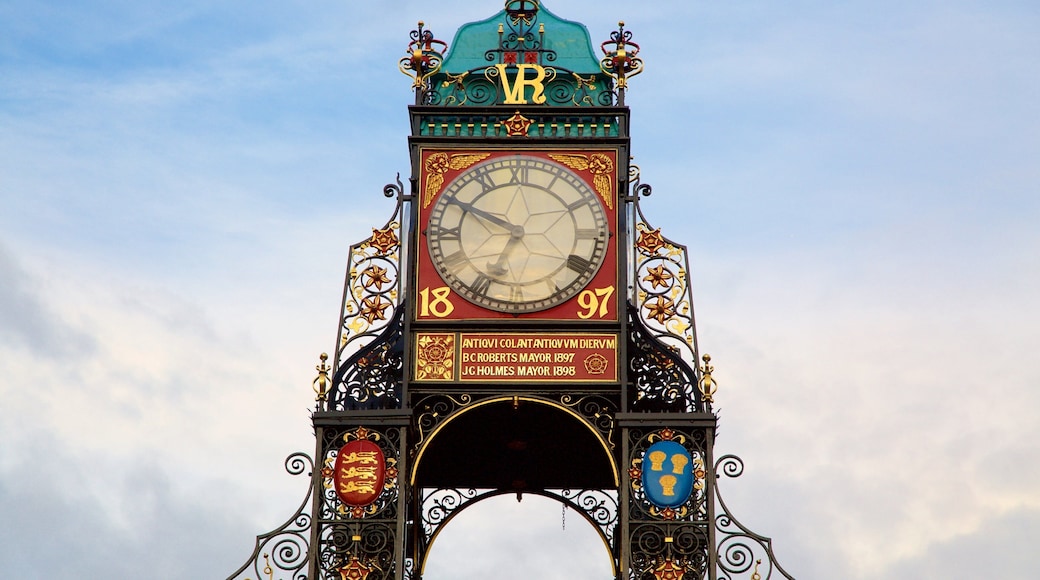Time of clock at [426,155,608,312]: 6:49
